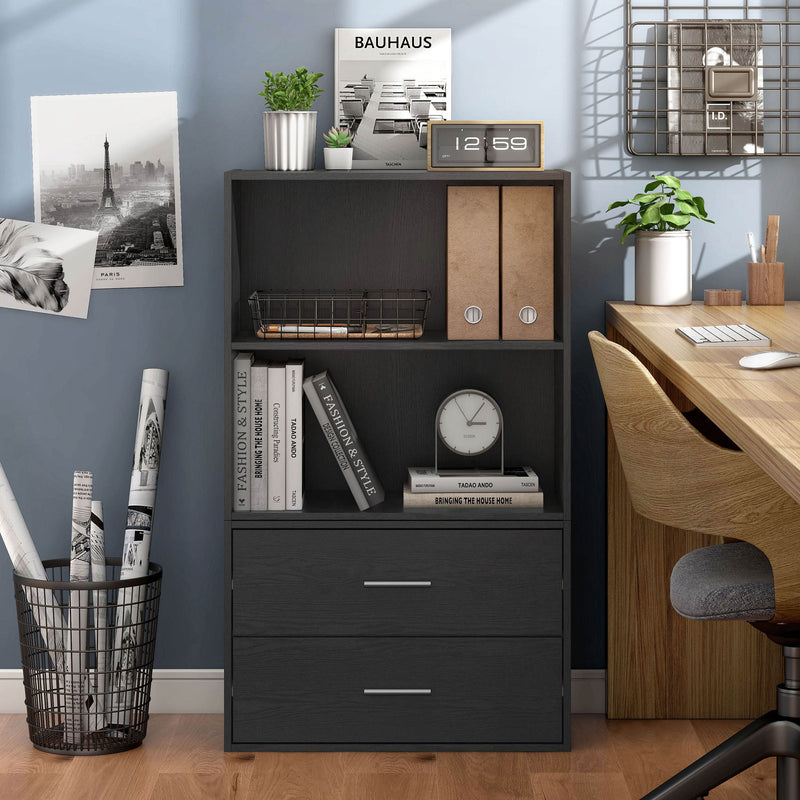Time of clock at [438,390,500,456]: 3:06
